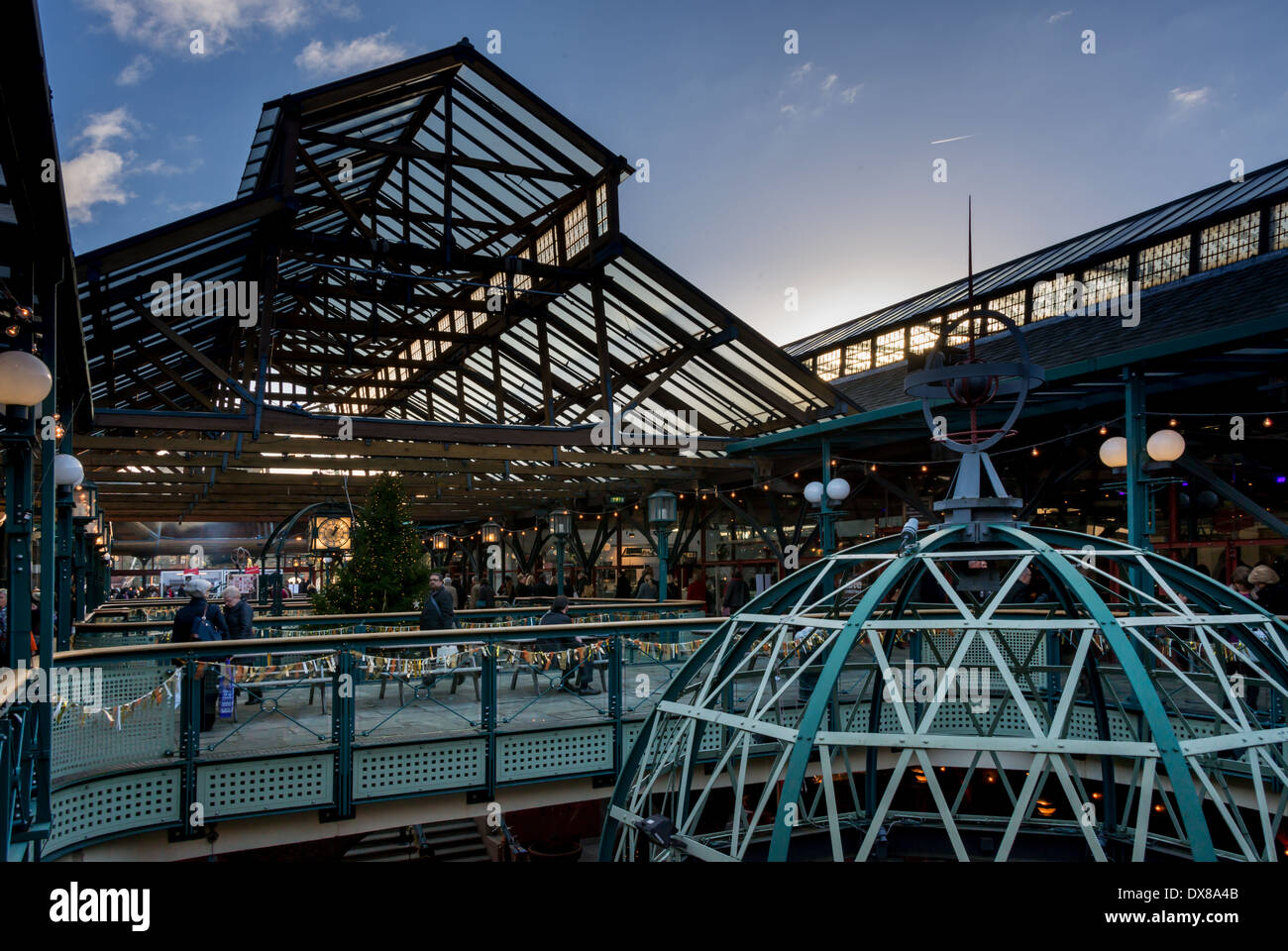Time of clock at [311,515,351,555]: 1:02
